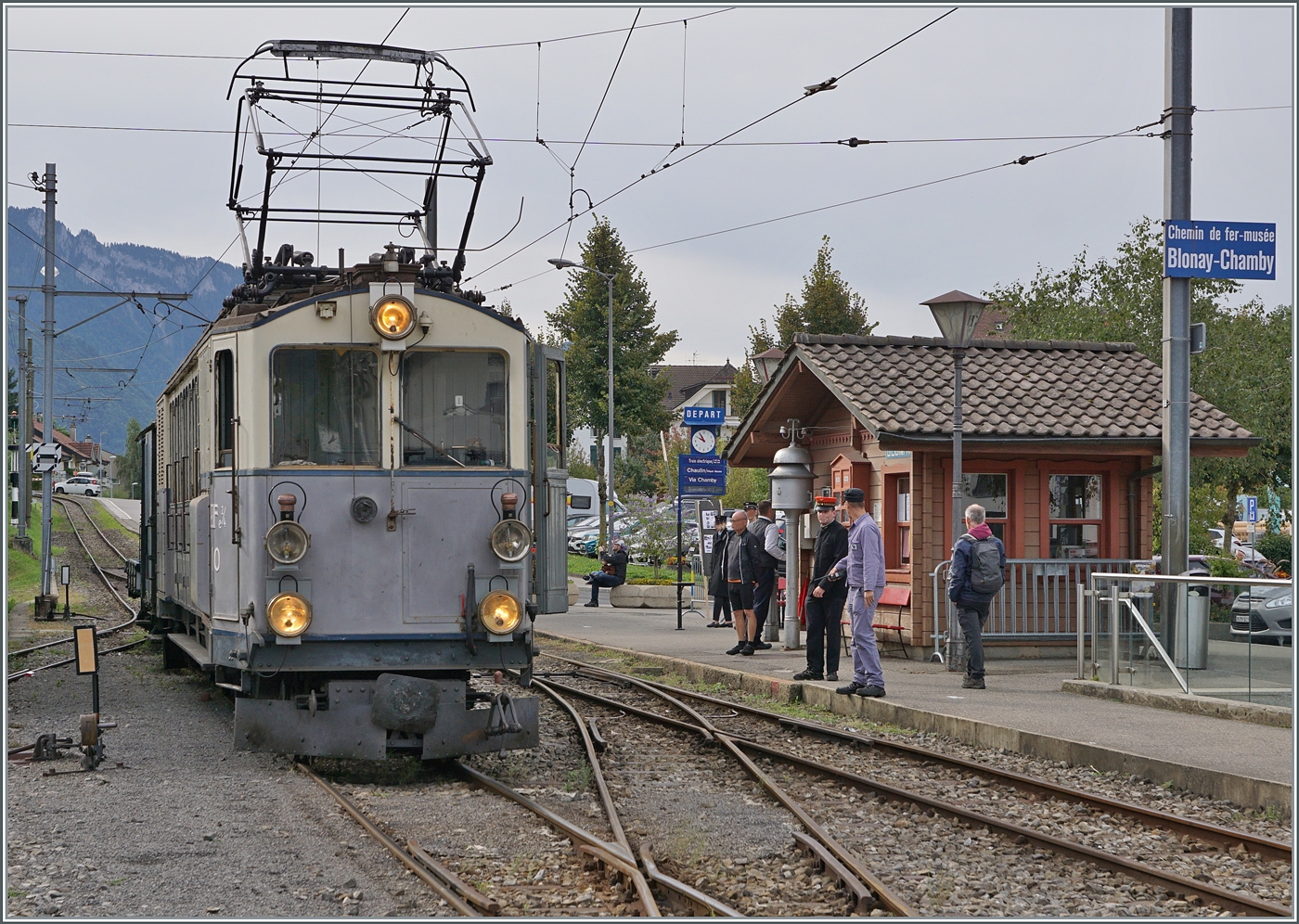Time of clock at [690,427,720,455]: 9:54
